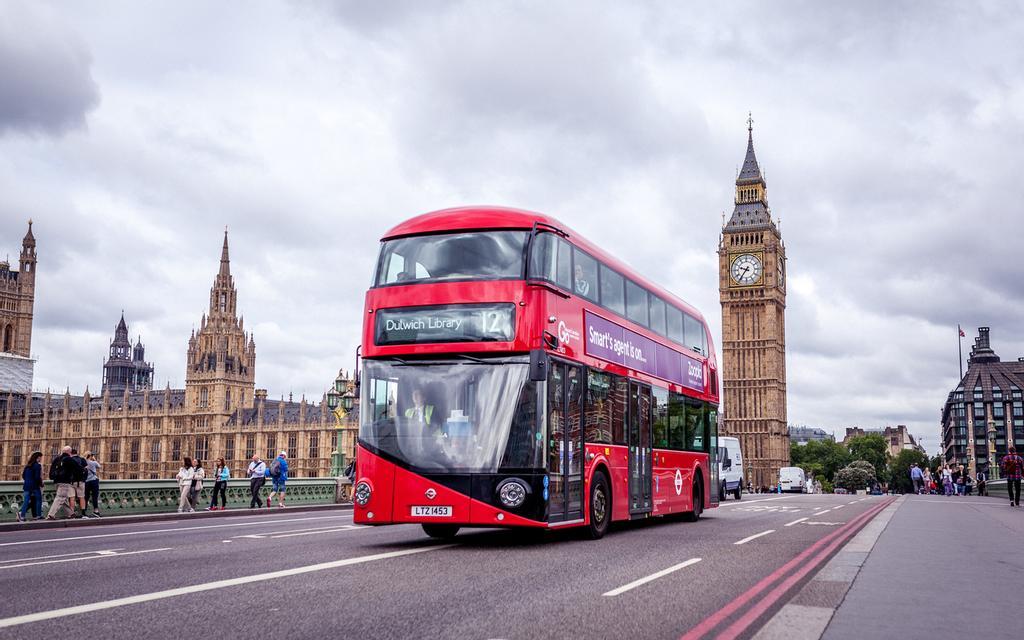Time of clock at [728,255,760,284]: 9:36
